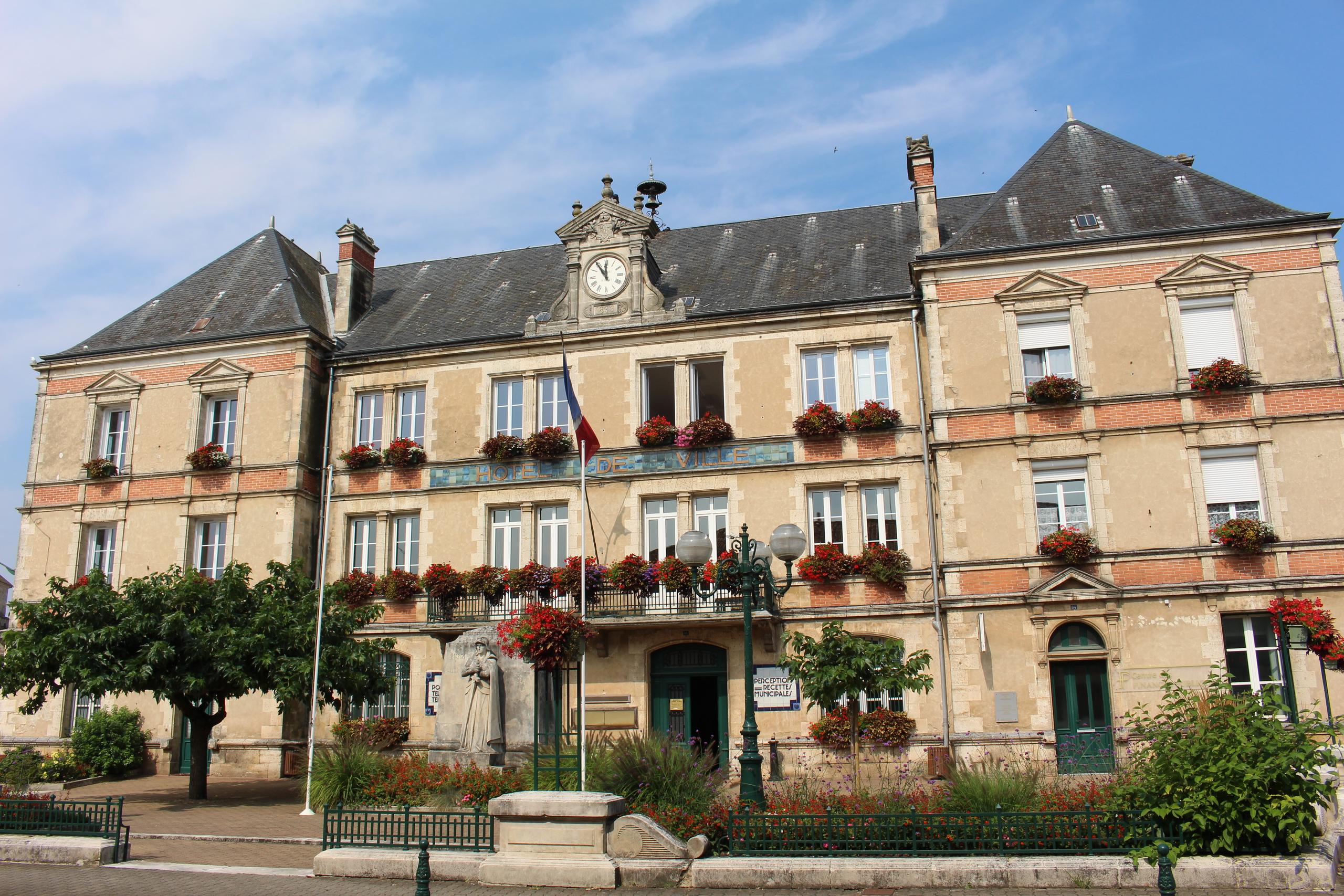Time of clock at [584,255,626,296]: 11:54
